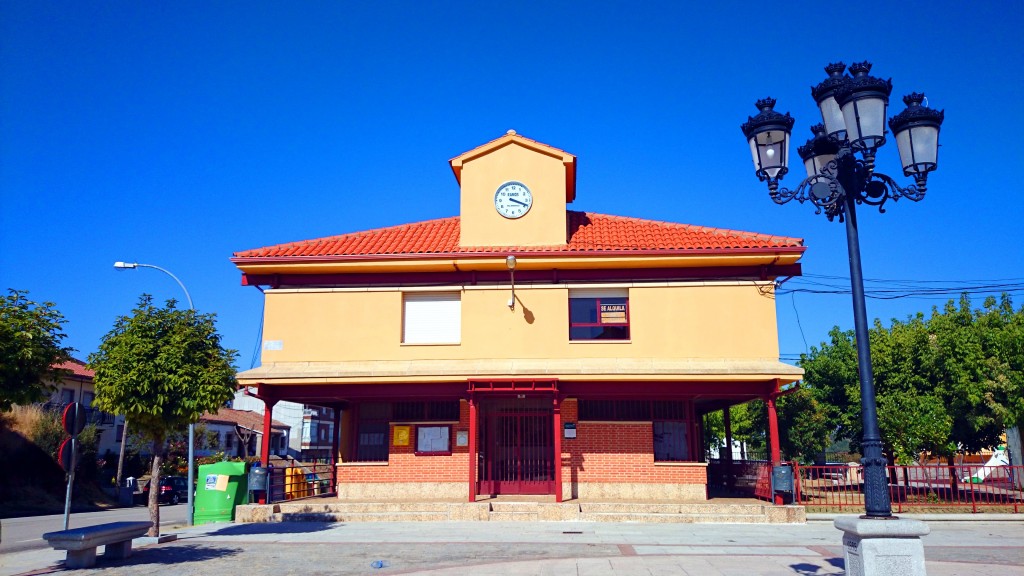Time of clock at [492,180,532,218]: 3:18
